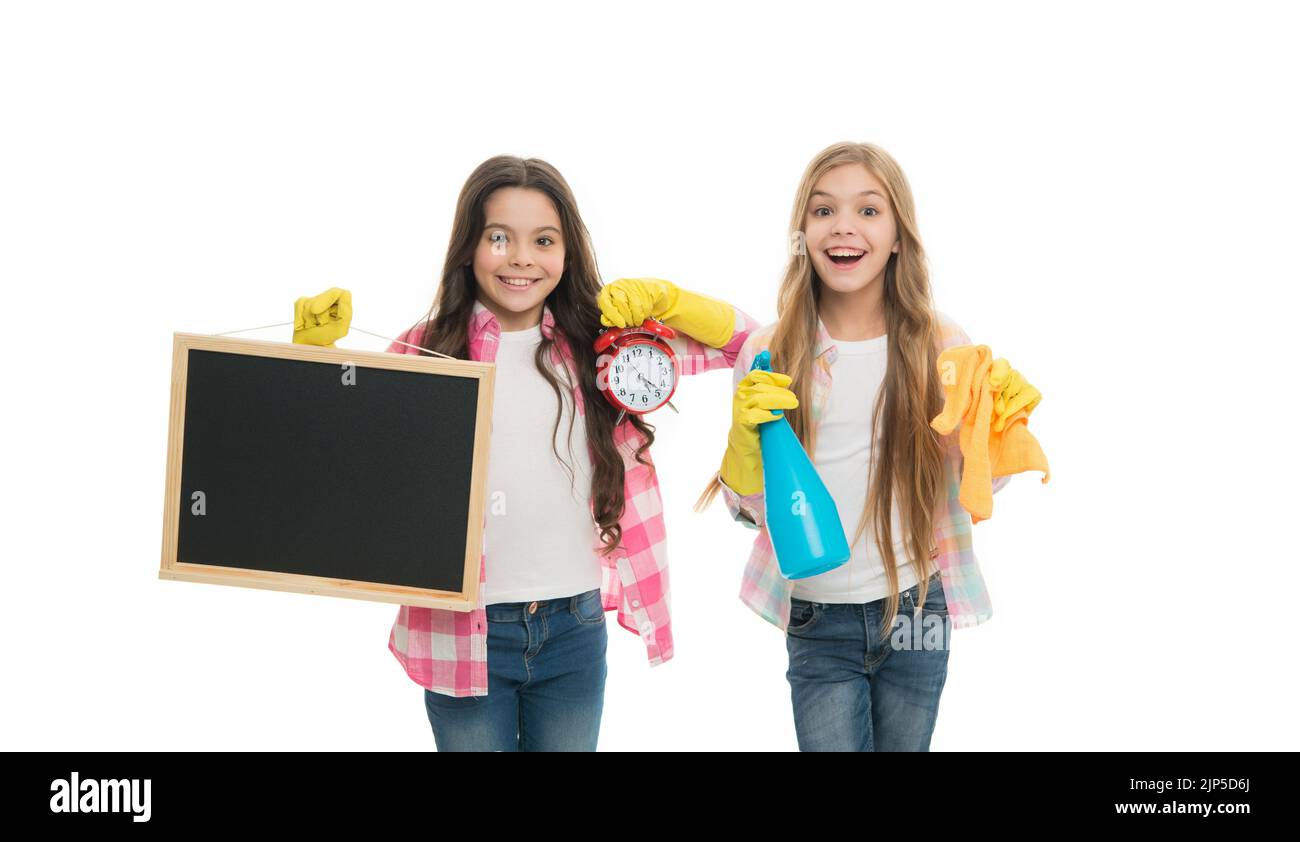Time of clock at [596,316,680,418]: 5:22
